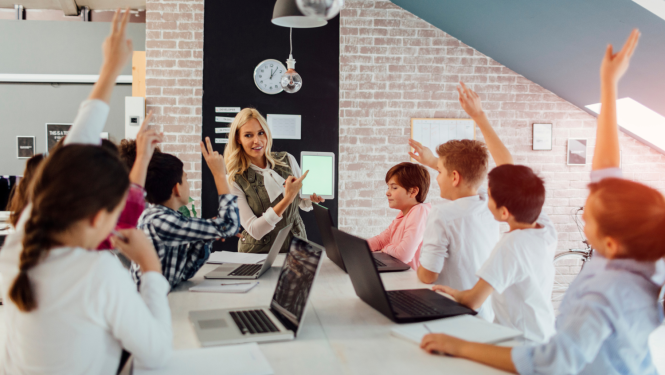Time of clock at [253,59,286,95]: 12:05
